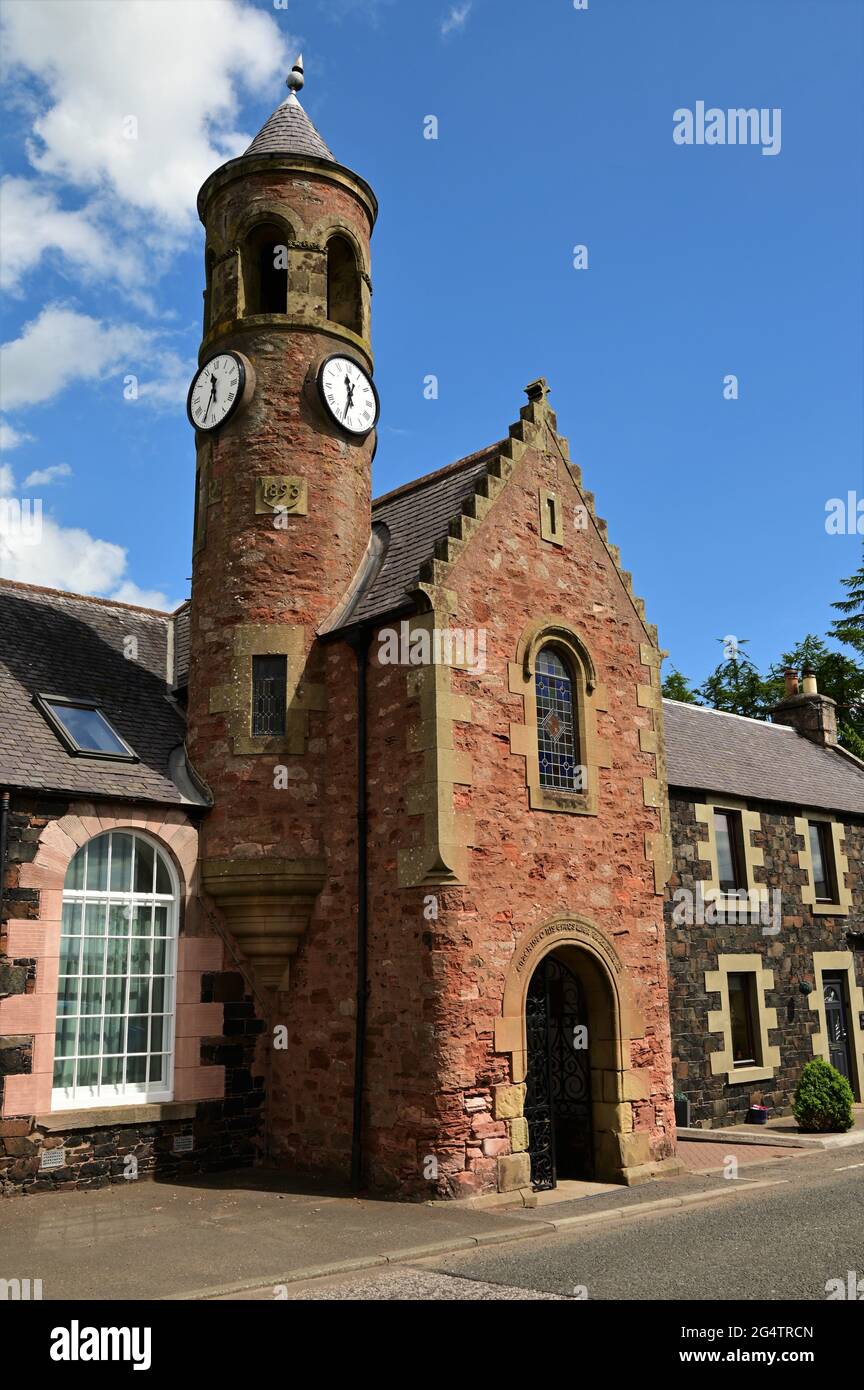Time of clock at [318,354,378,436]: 11:33
